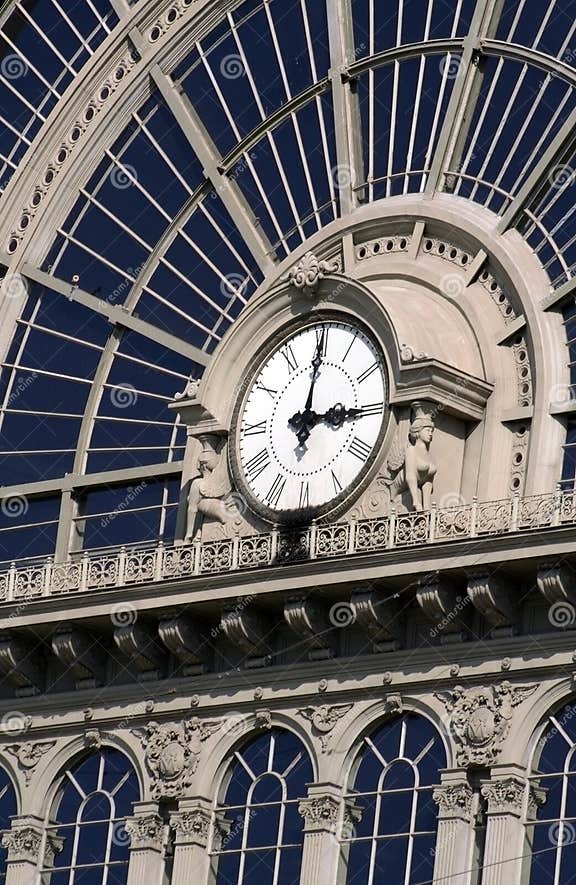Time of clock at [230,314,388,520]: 3:00
